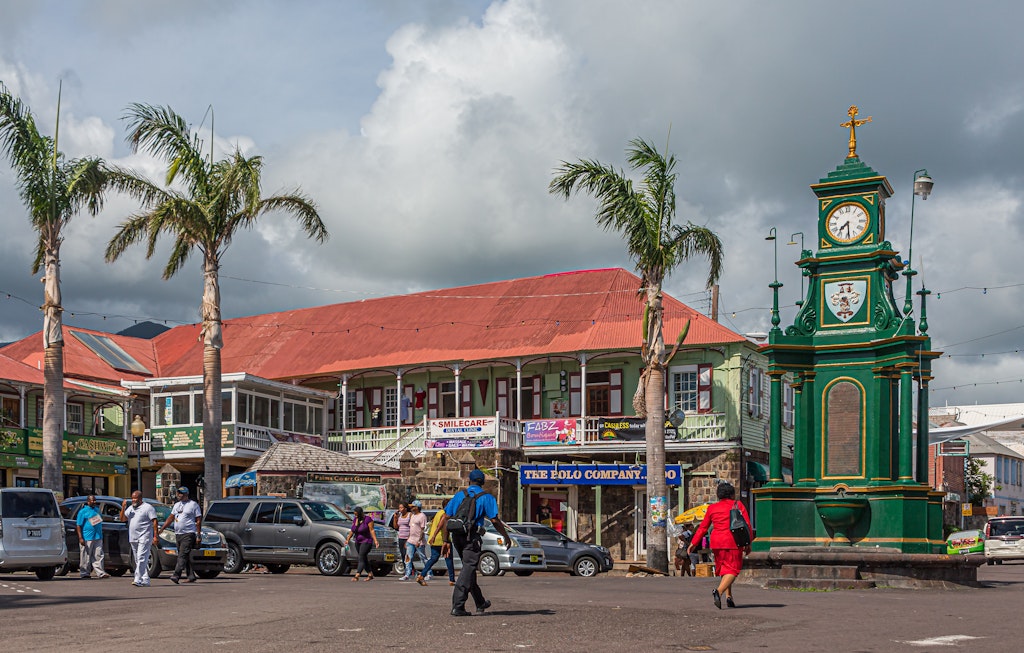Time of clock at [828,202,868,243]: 7:29
